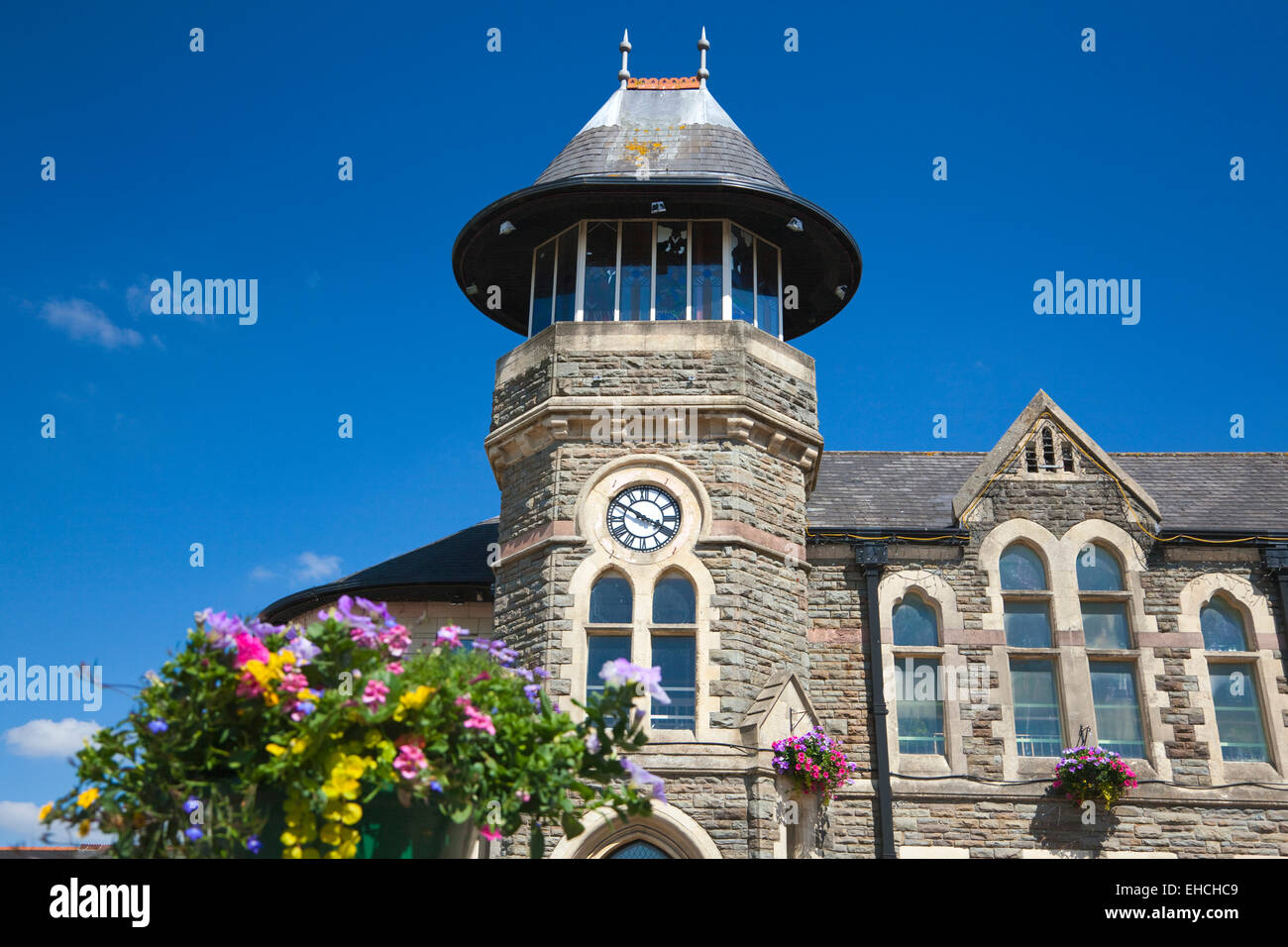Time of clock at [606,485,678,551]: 3:50
